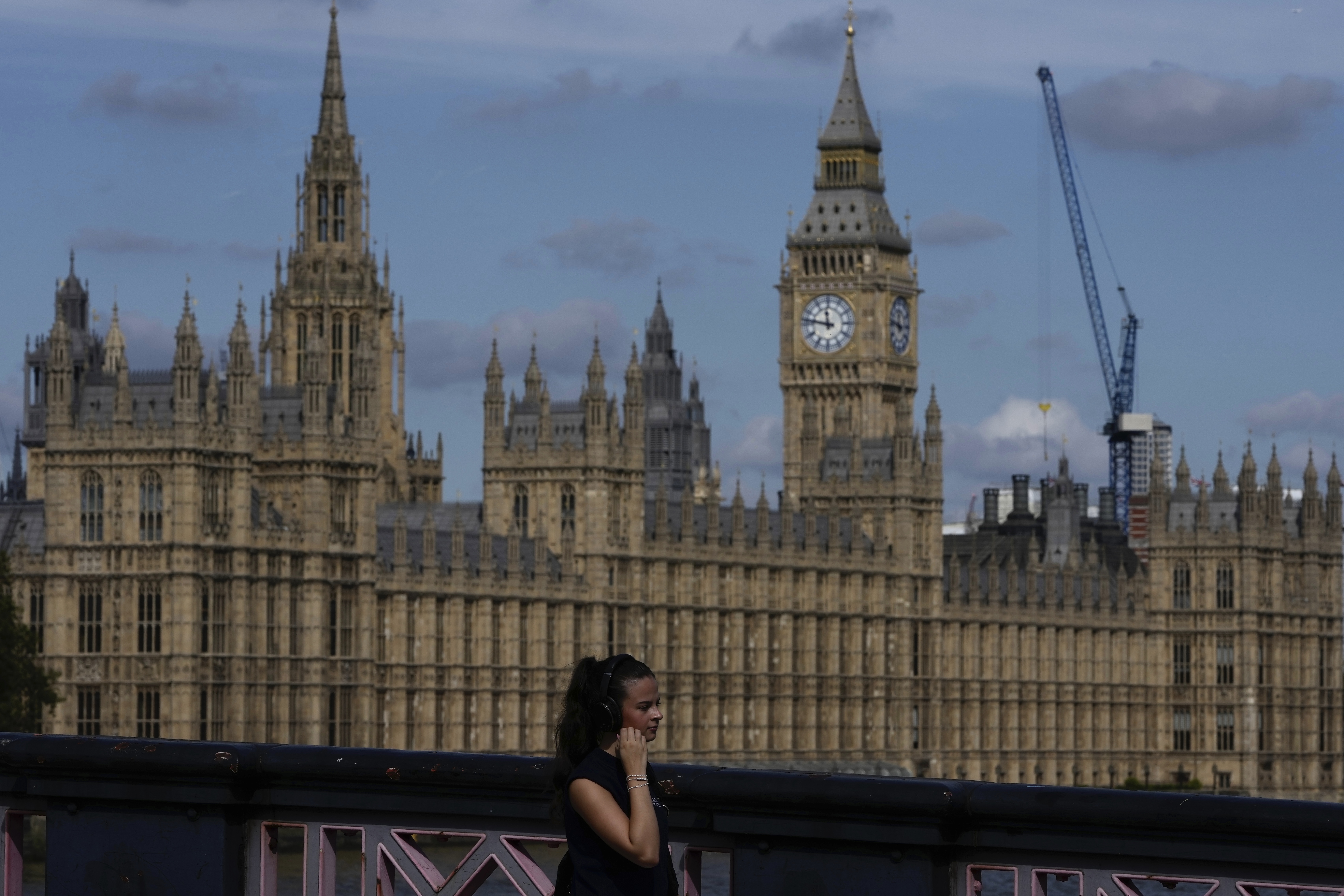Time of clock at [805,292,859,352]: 11:46
